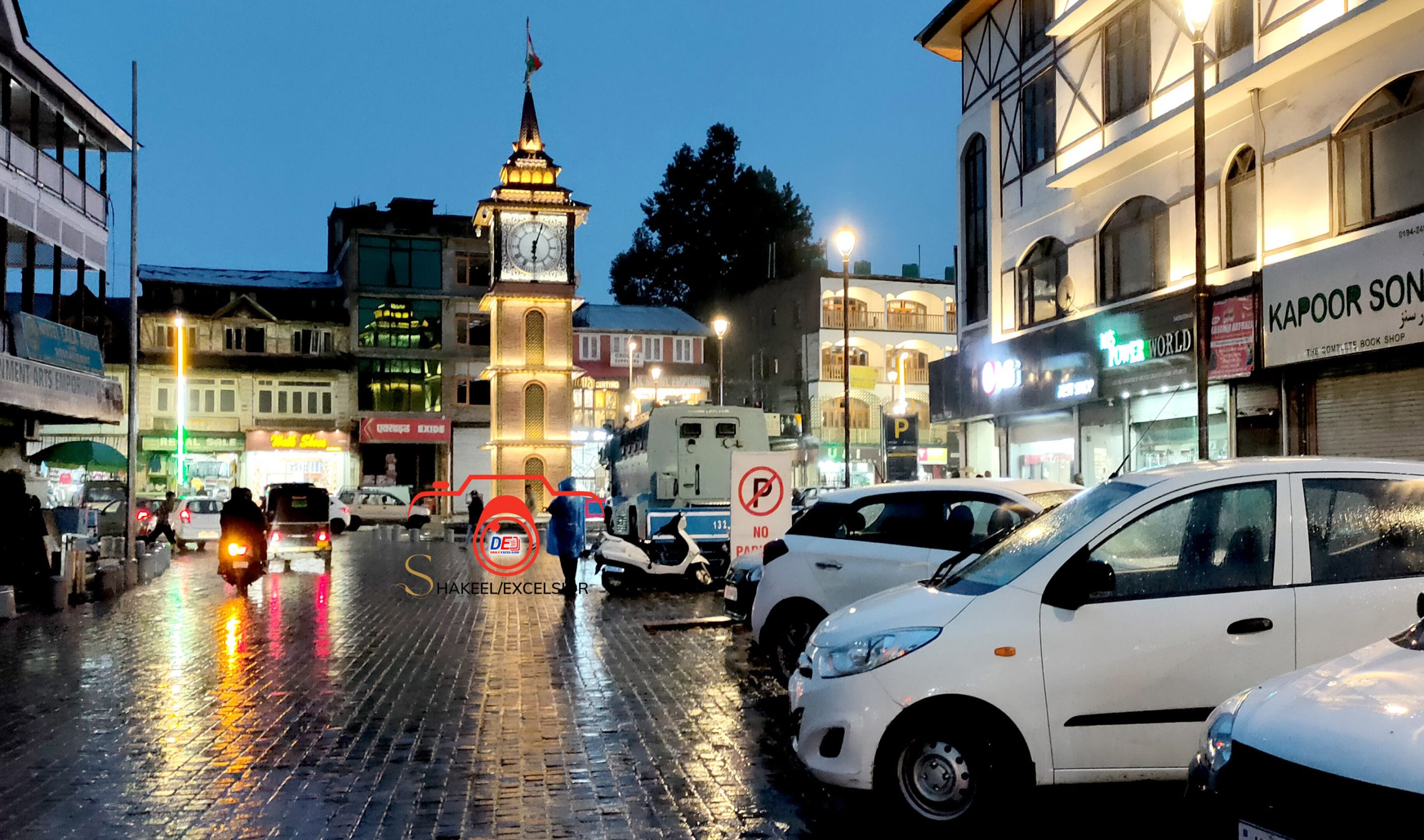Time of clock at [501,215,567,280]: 6:03
